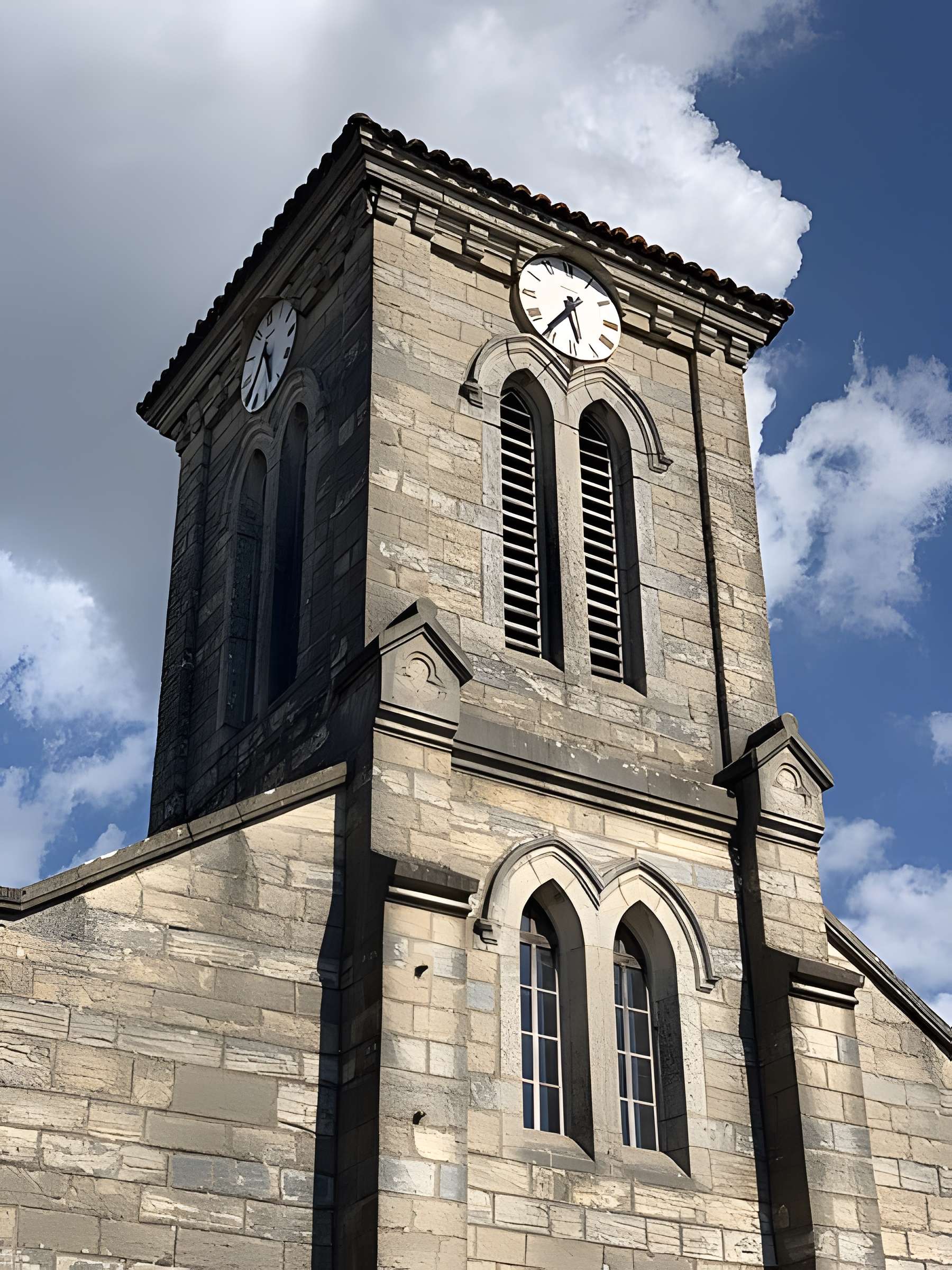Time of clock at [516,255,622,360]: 5:36
